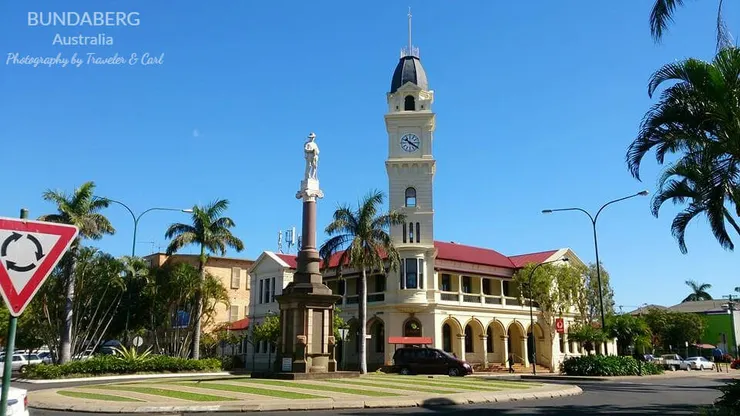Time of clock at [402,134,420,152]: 10:20
